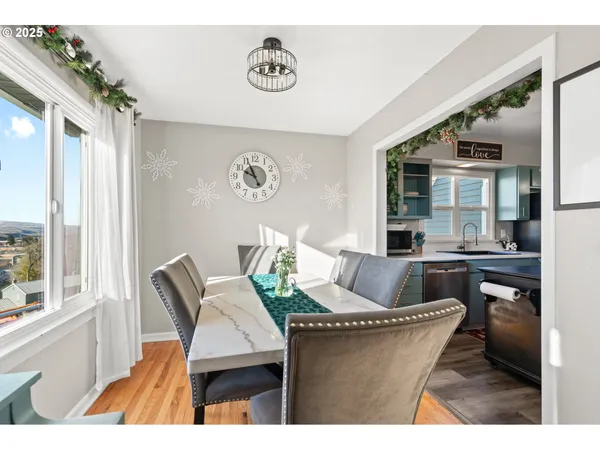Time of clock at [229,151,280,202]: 9:55
